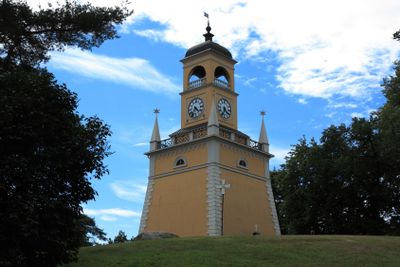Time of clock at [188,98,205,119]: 4:36
